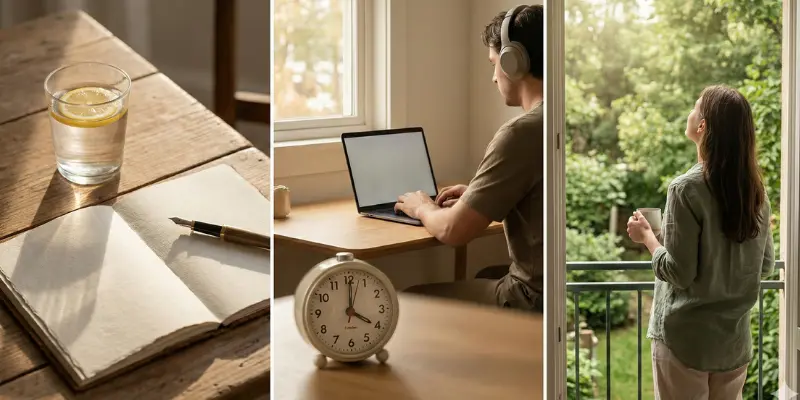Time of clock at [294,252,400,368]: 4:00
